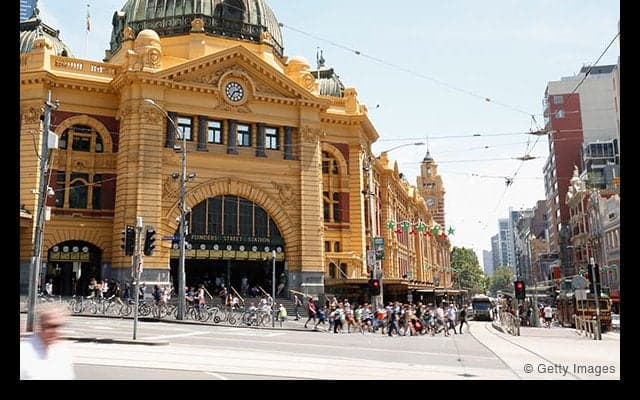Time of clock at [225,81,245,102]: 2:35
